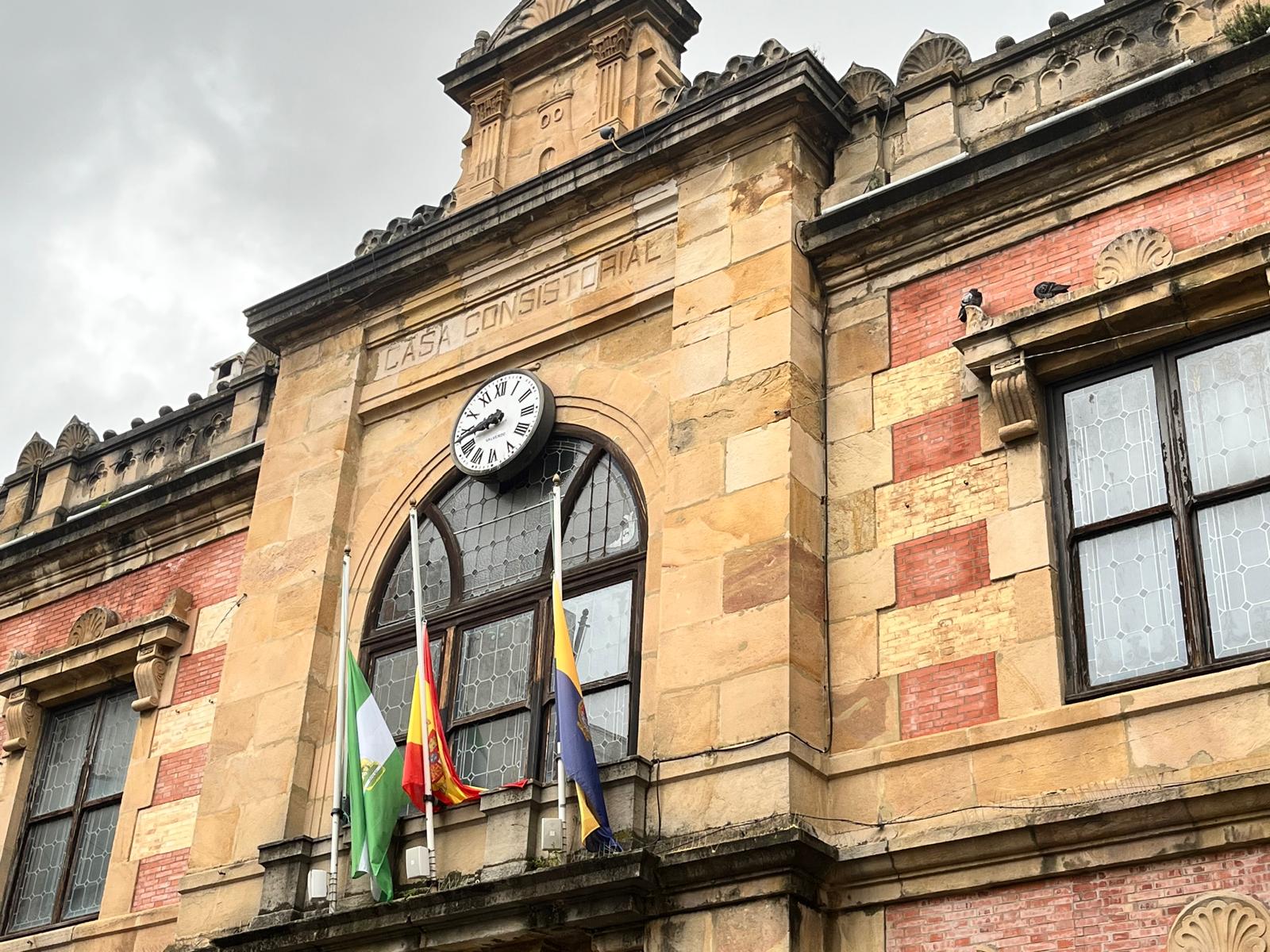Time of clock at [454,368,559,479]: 8:44
